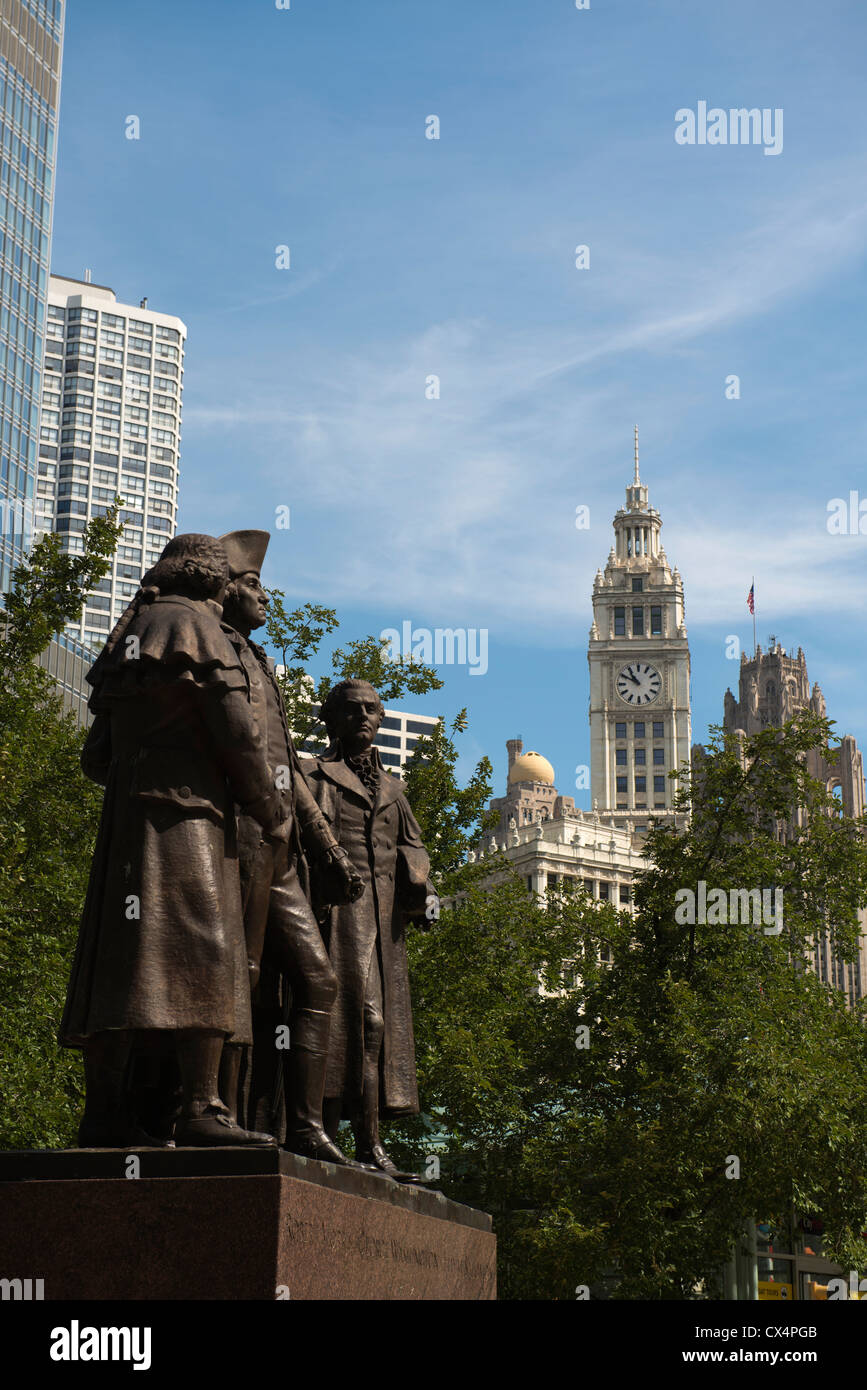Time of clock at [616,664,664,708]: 10:50
